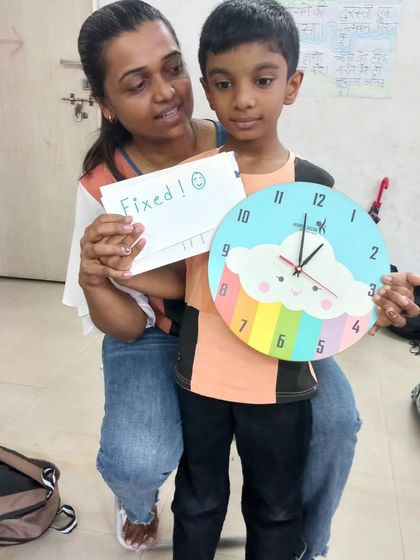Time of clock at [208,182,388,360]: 12:58
